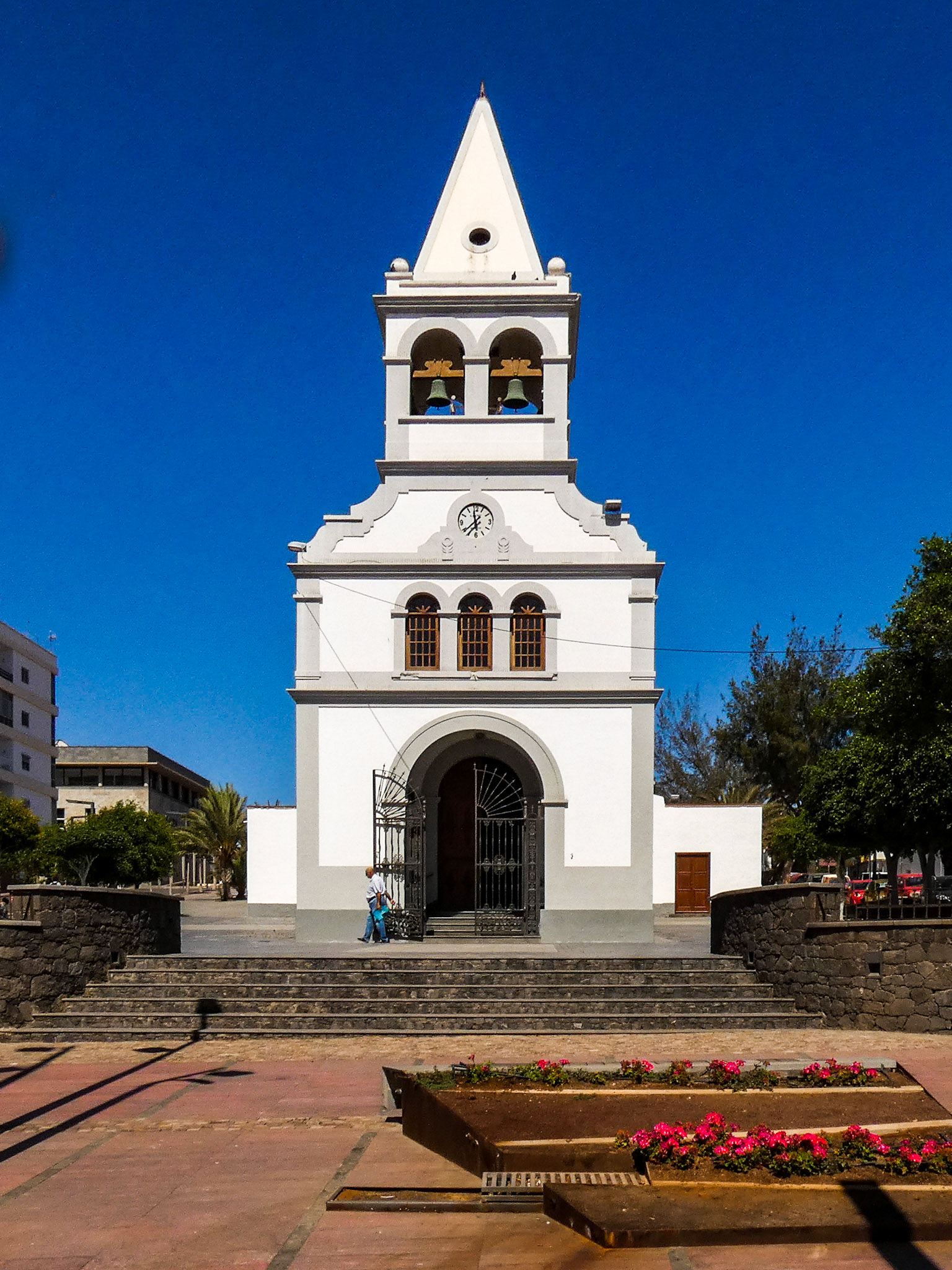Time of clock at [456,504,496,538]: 11:38
